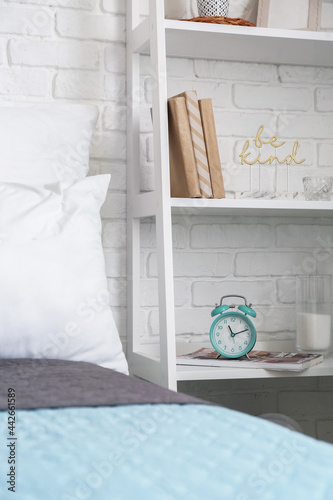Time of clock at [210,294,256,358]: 11:11
